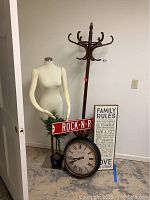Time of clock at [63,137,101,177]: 8:40
